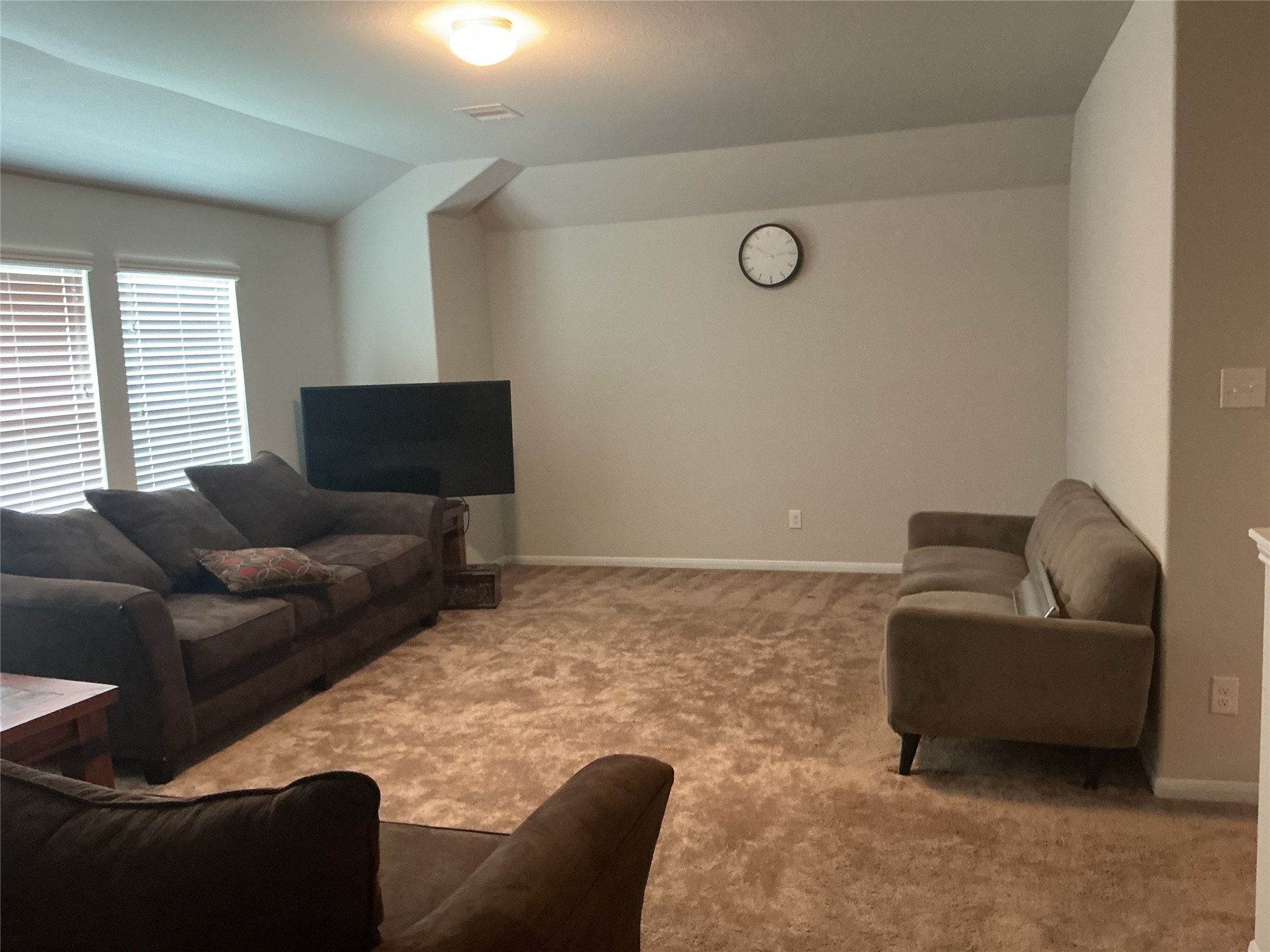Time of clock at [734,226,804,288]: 10:14
